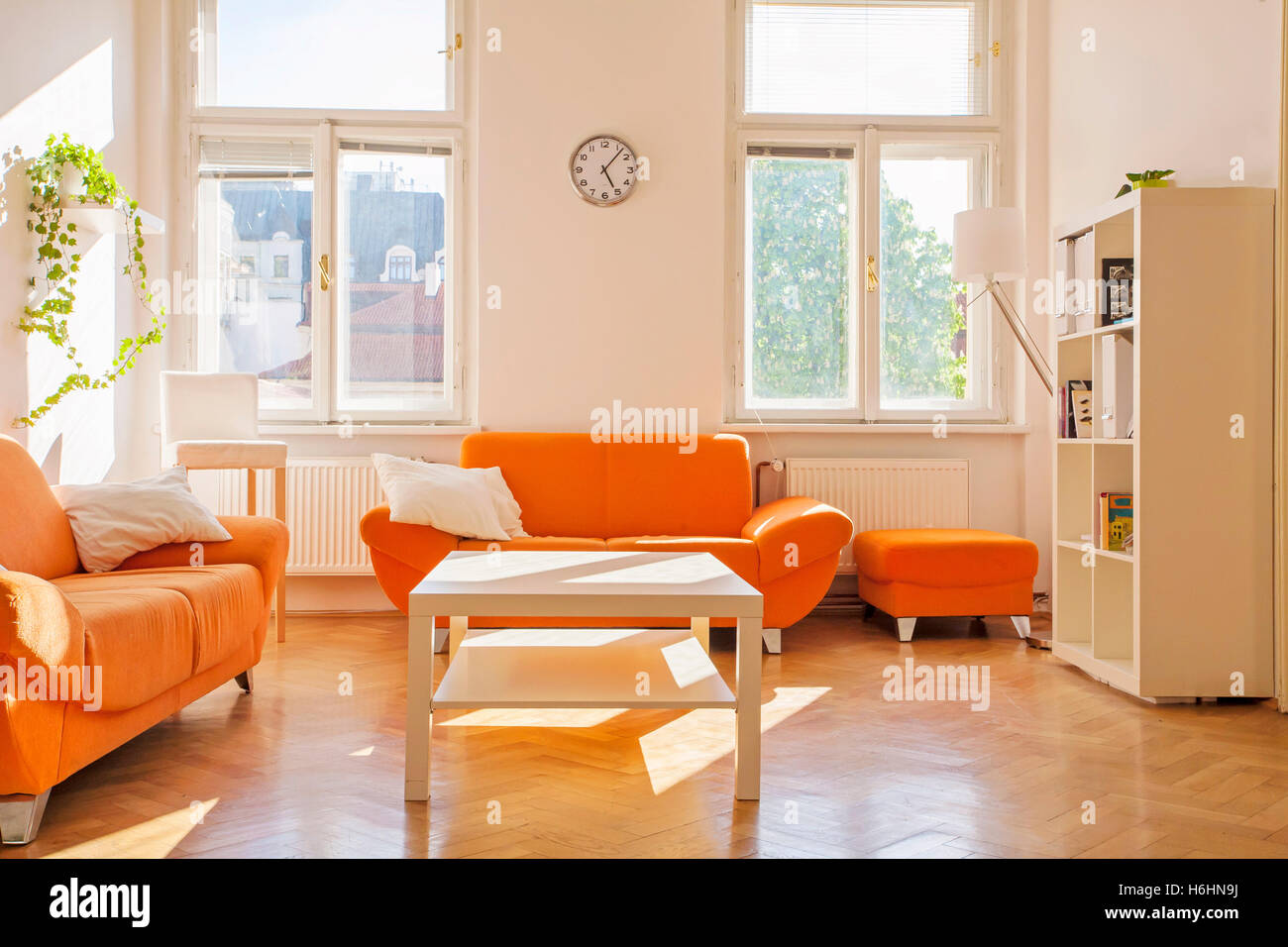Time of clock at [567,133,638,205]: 5:07
